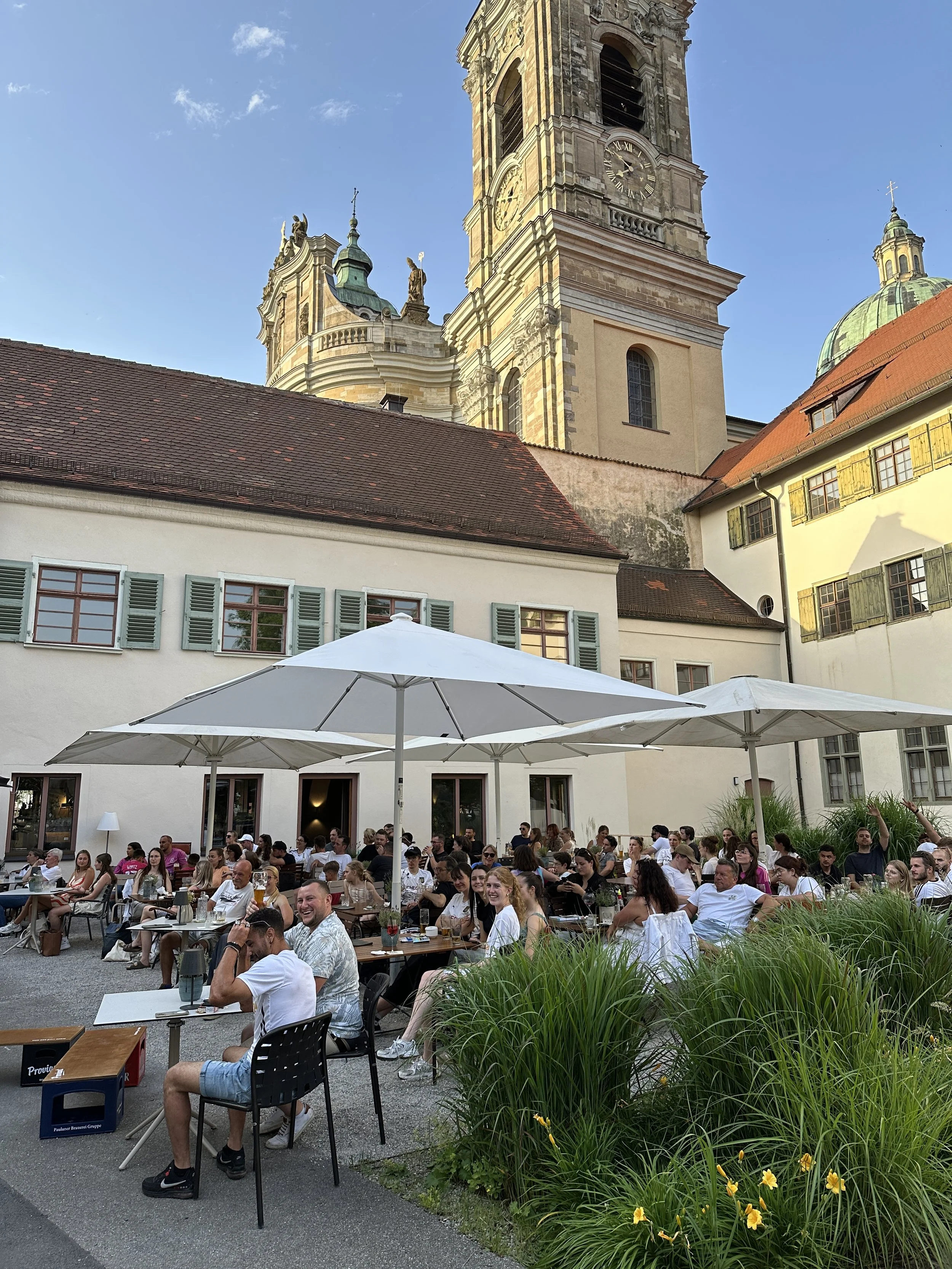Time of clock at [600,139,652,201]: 7:51
